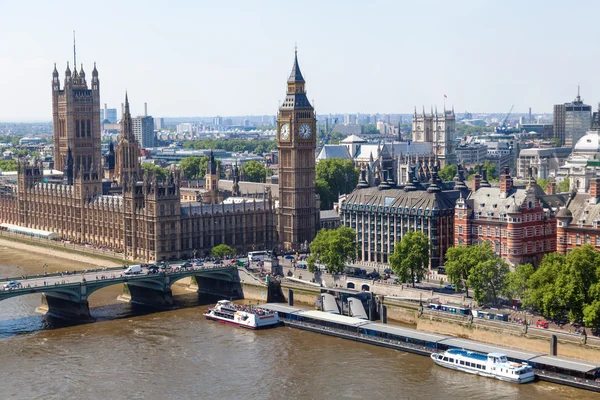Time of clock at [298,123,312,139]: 11:36
